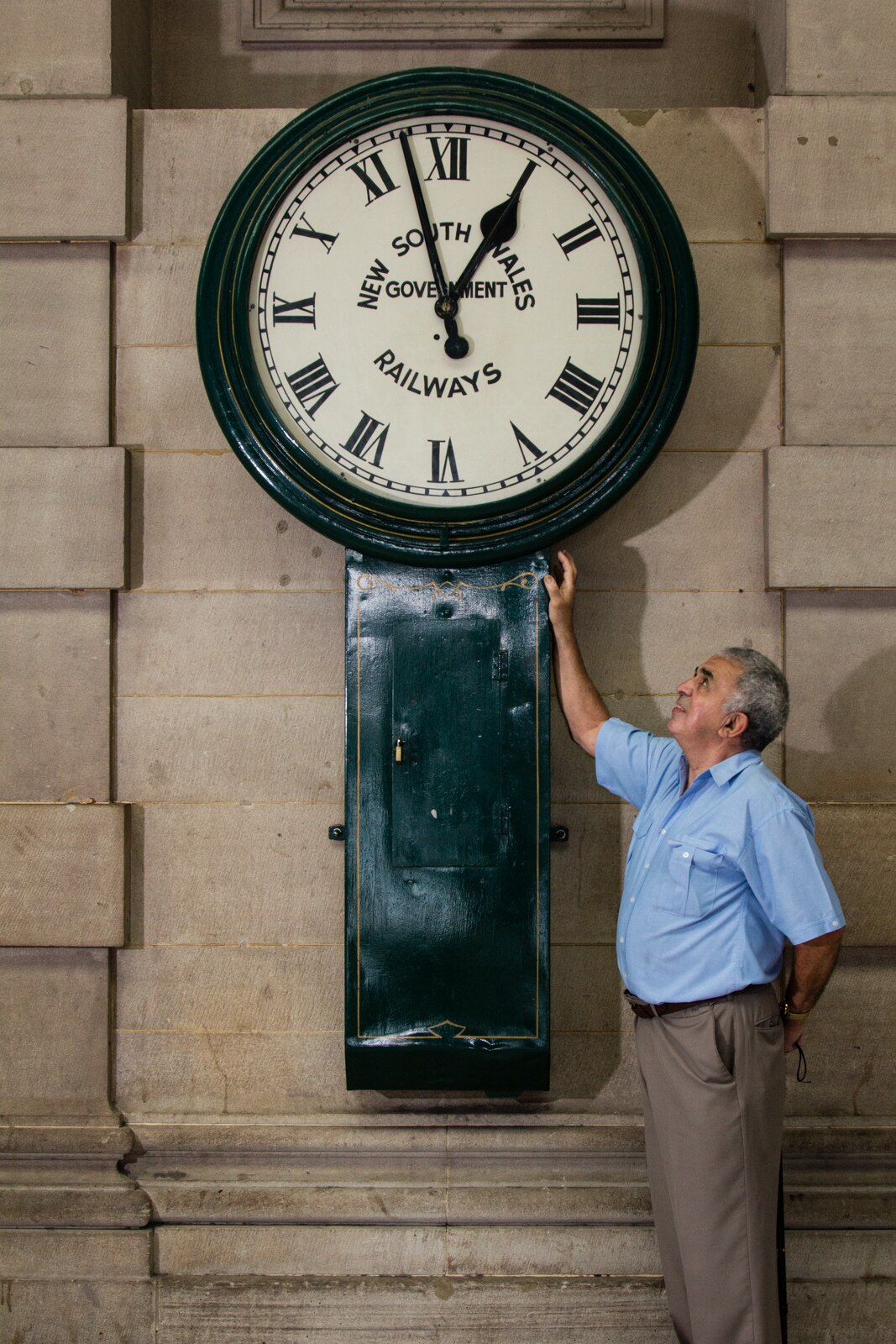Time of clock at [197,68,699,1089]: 12:57
